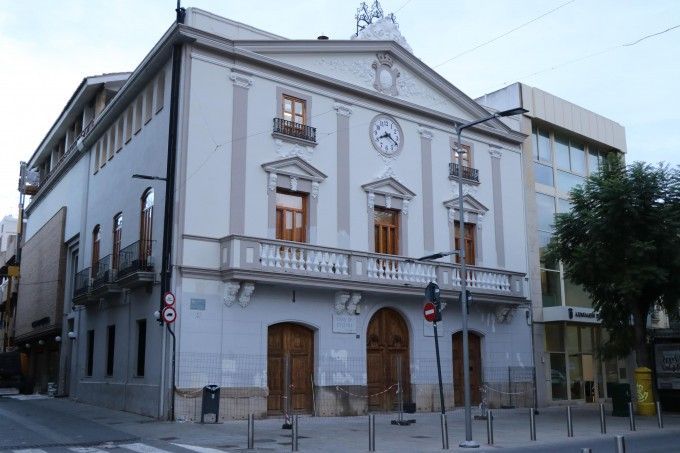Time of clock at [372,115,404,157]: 8:19
